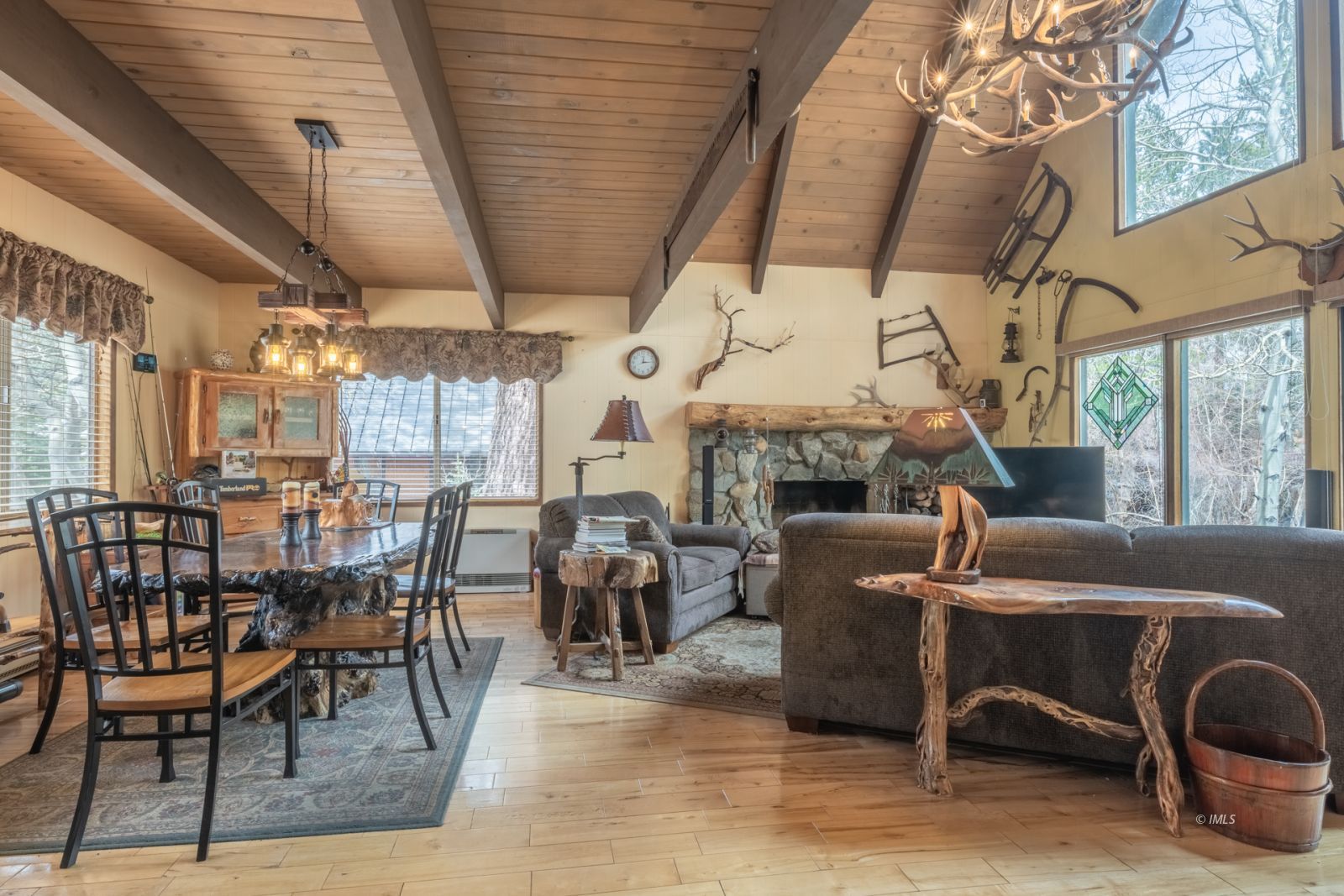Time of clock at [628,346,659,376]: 12:14
